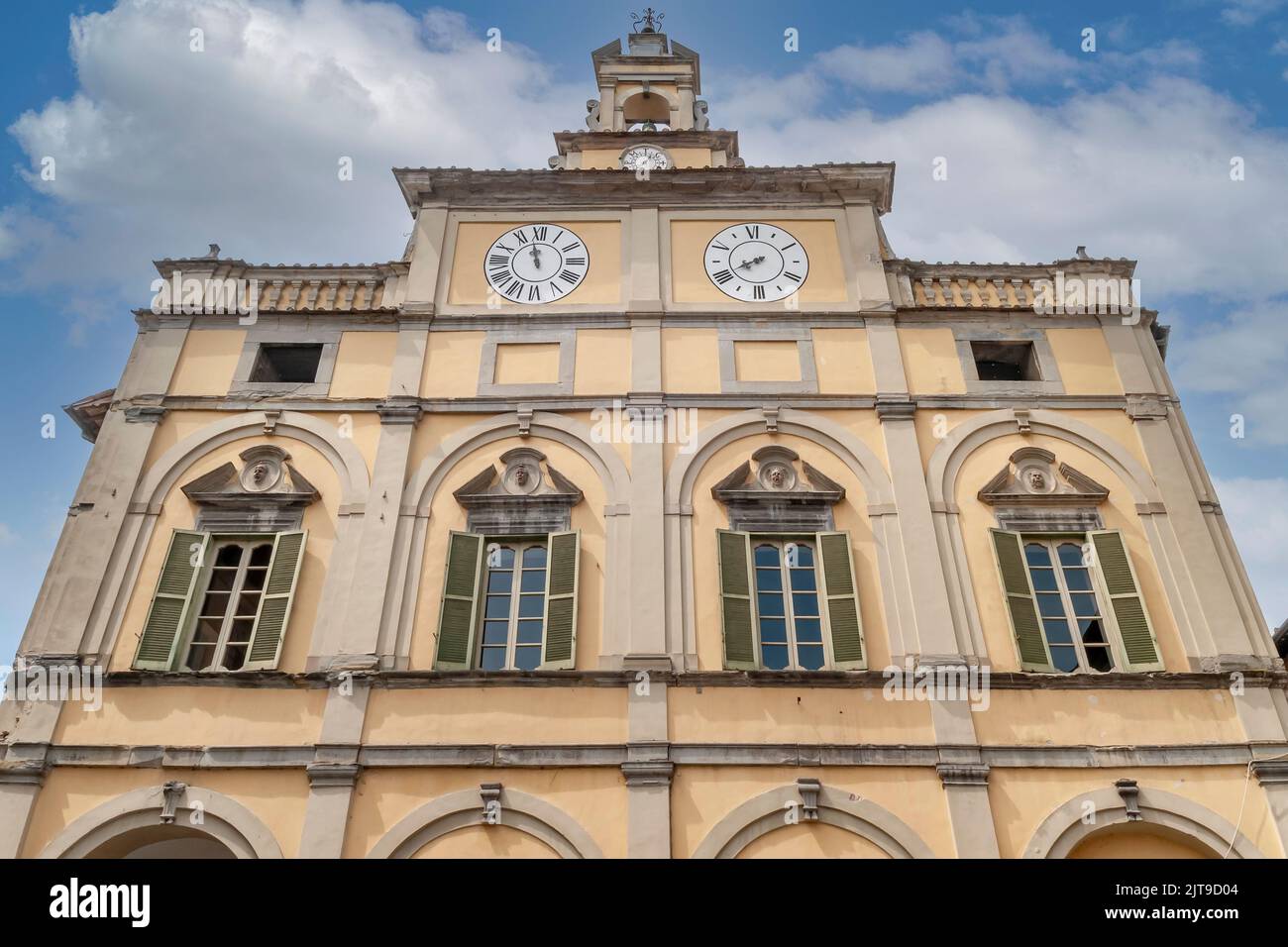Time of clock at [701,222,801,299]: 7:40
